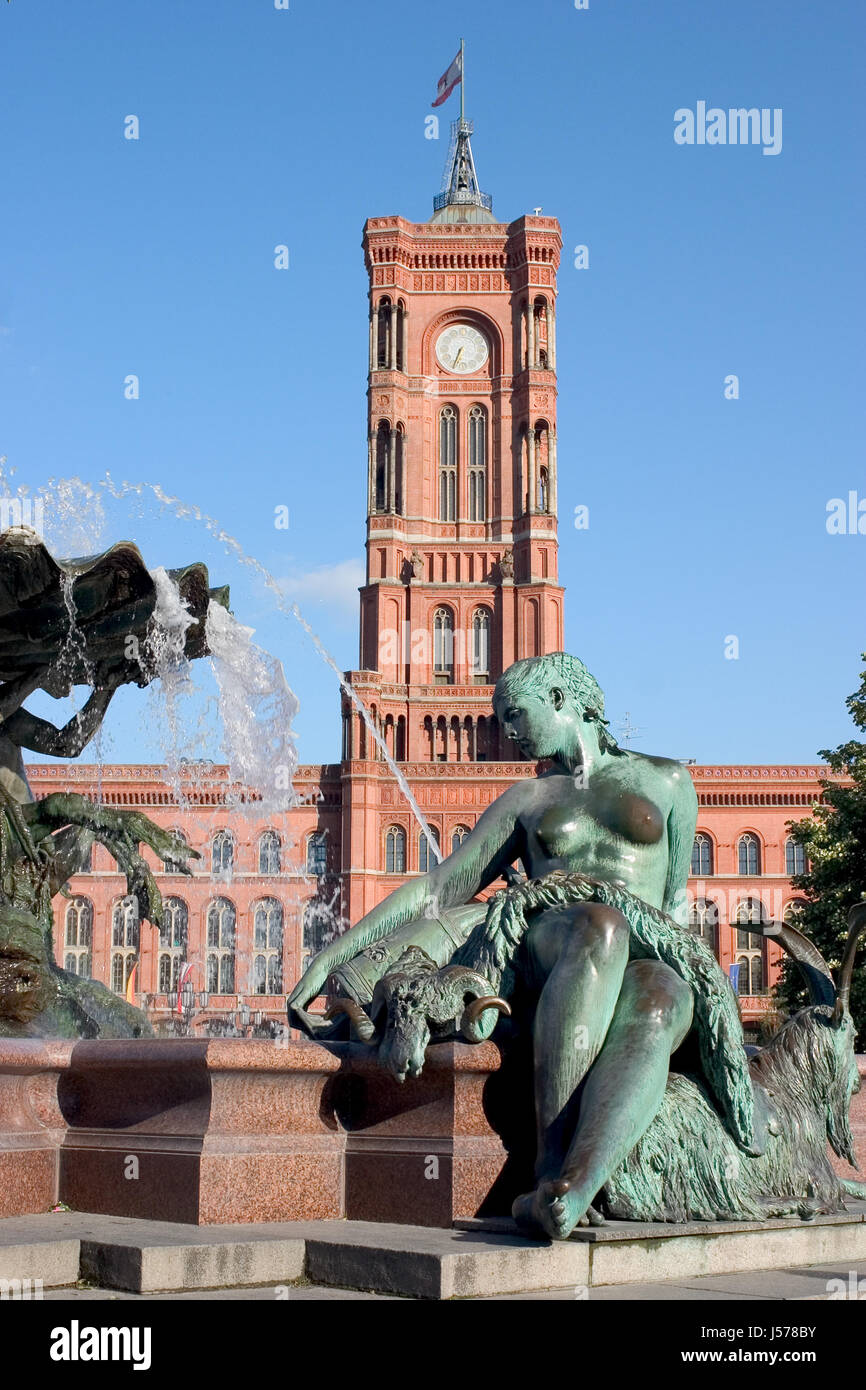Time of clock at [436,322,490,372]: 6:32
